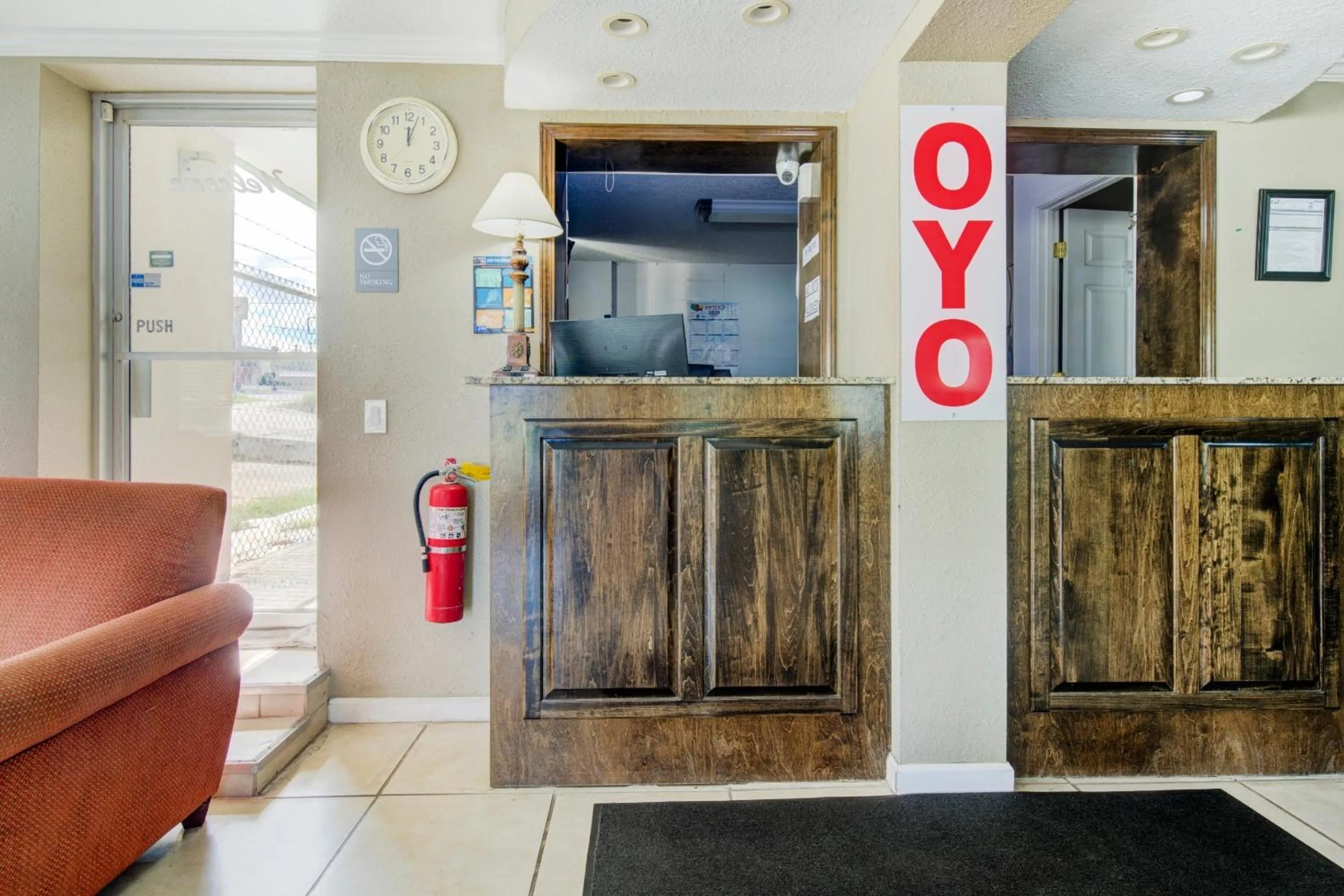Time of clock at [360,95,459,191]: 12:03
